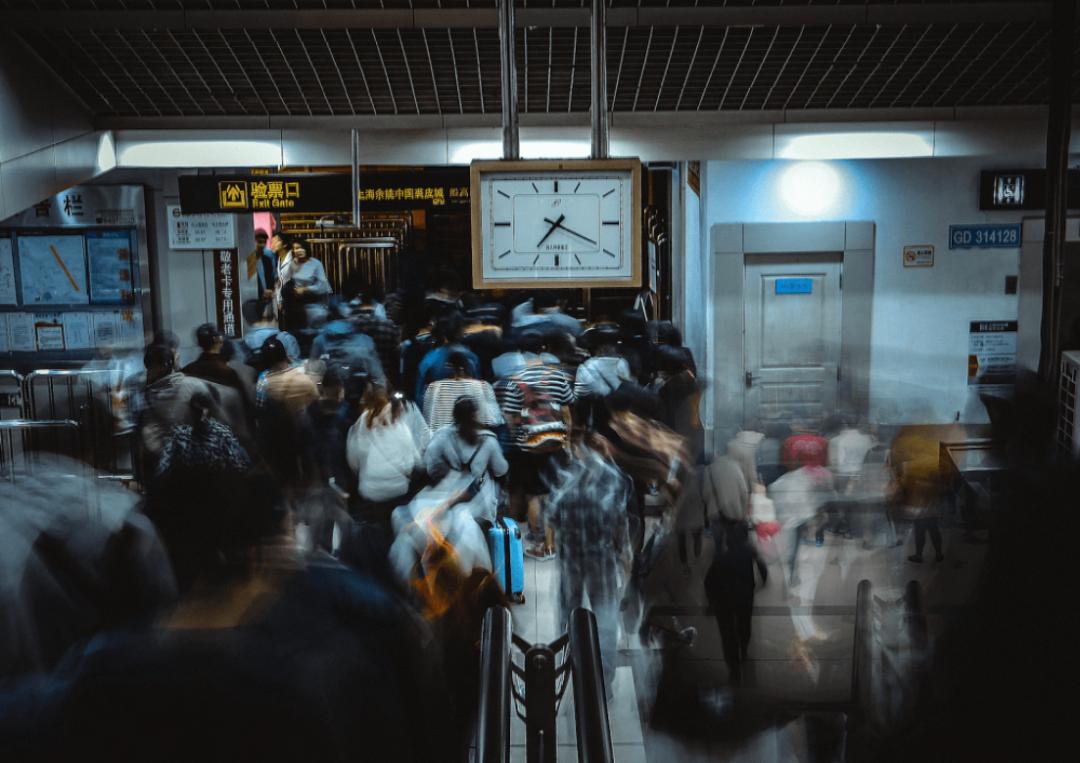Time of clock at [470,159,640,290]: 7:19
